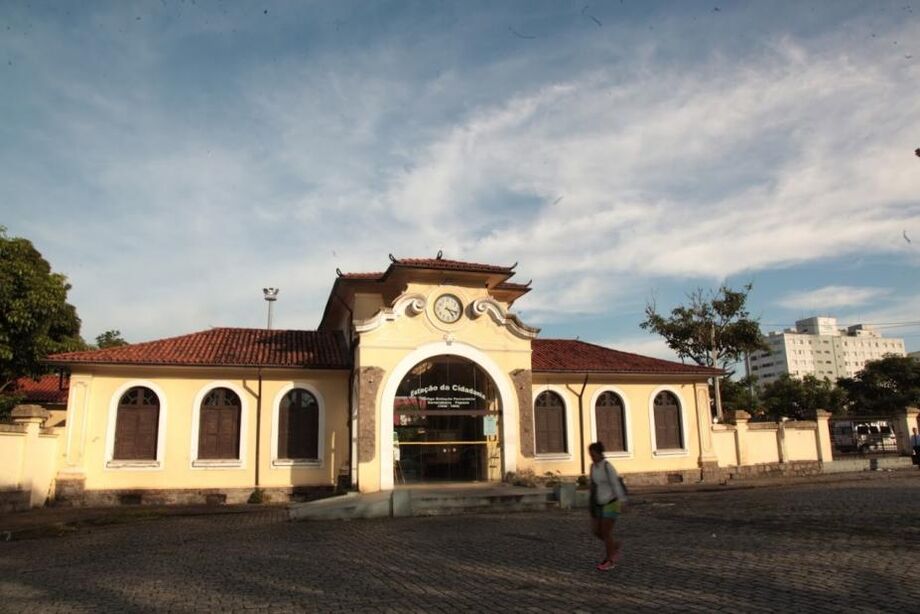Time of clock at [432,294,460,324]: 4:17
